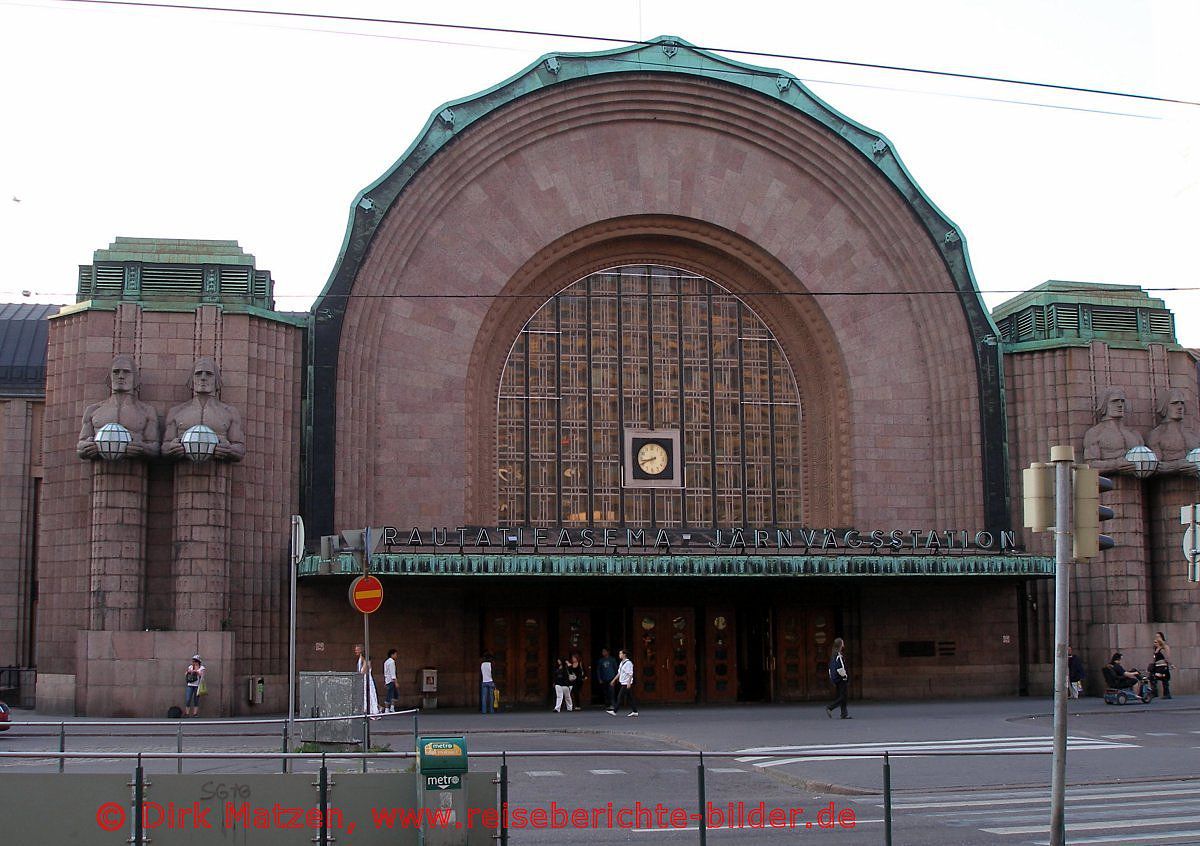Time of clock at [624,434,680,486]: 8:41
